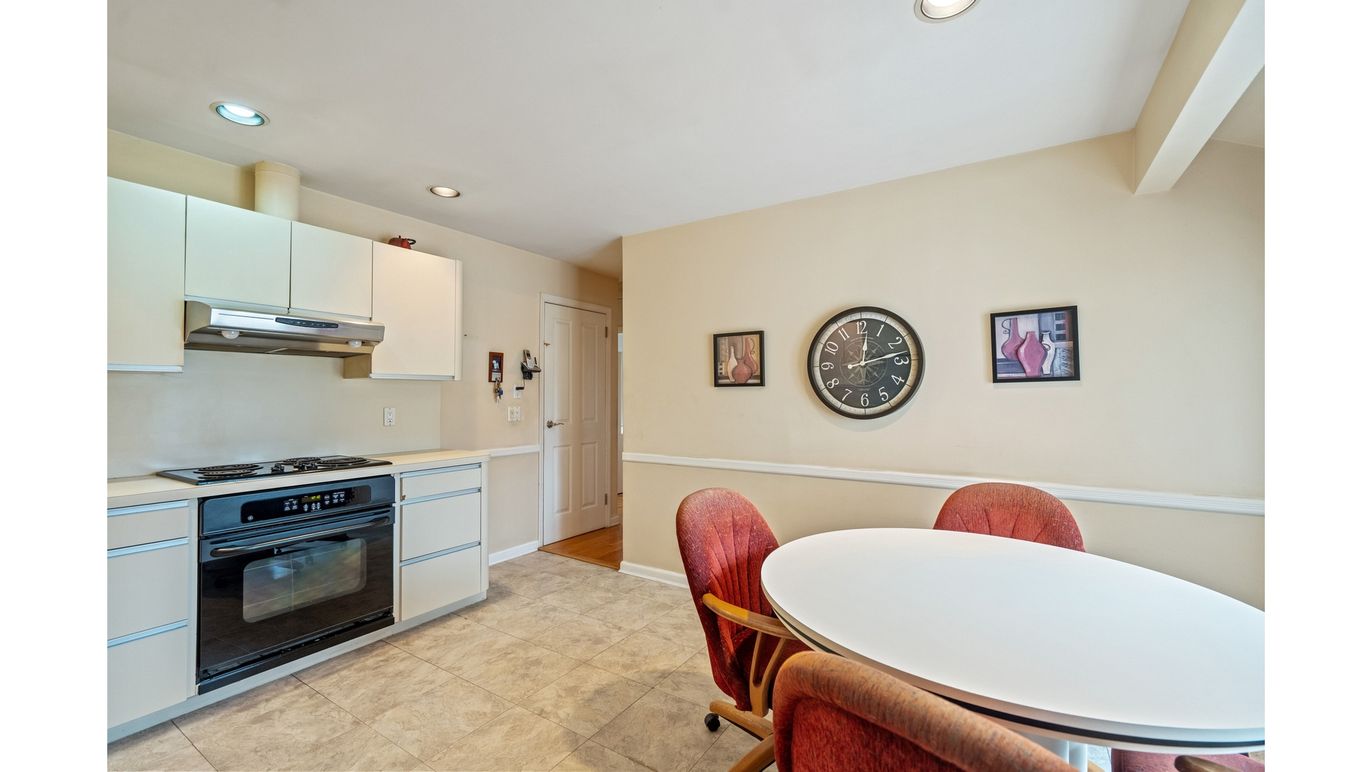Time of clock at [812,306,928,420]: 12:13
